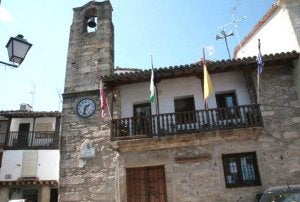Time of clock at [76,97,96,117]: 1:32
